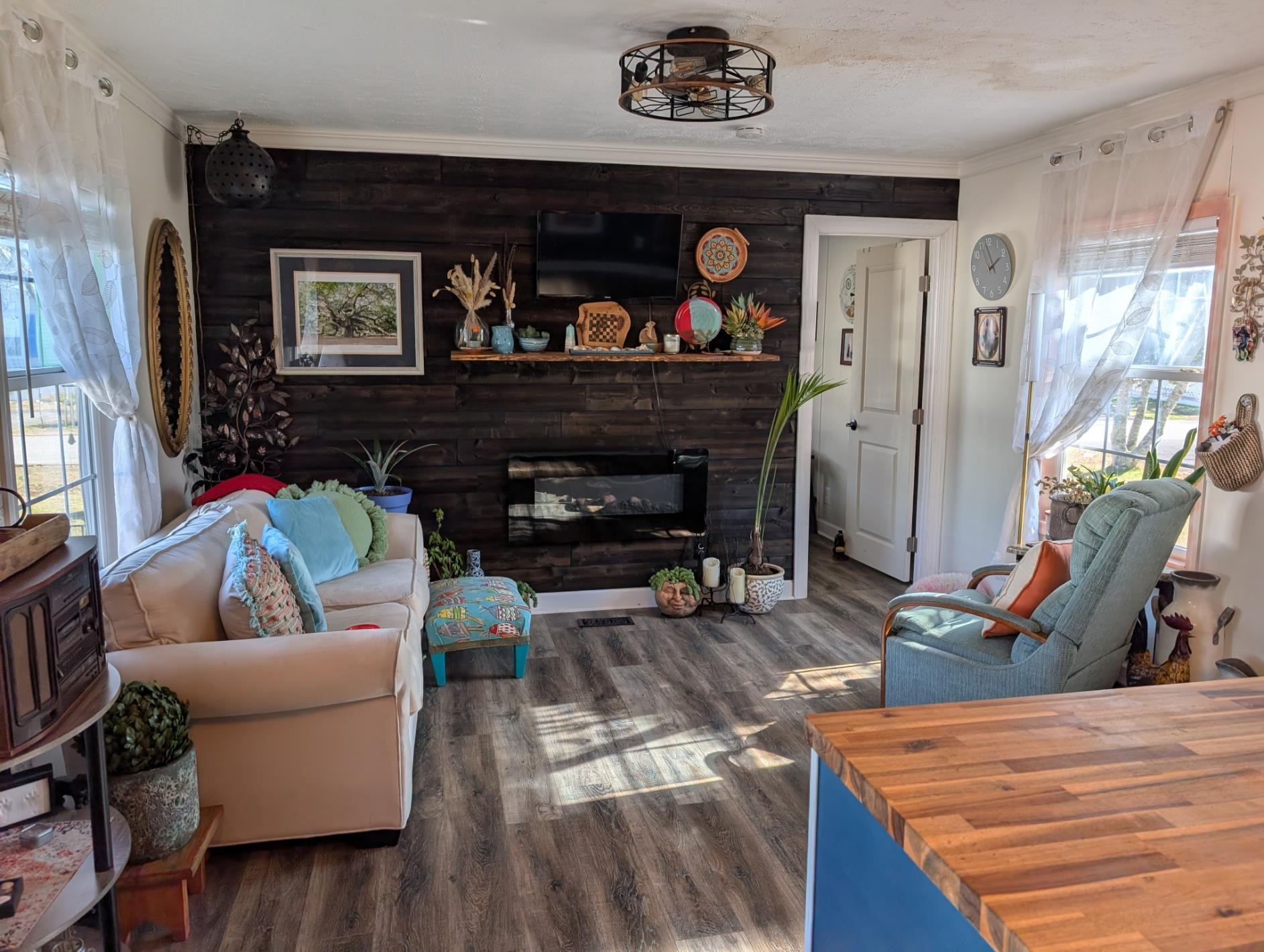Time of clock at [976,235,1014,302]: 1:56
